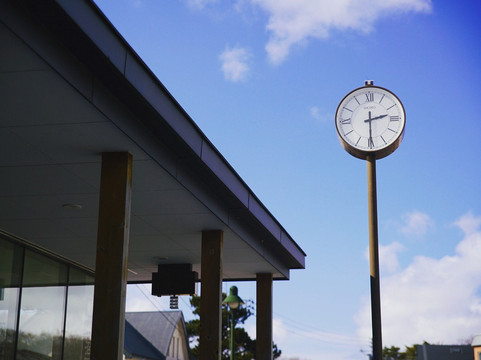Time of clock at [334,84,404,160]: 2:29
